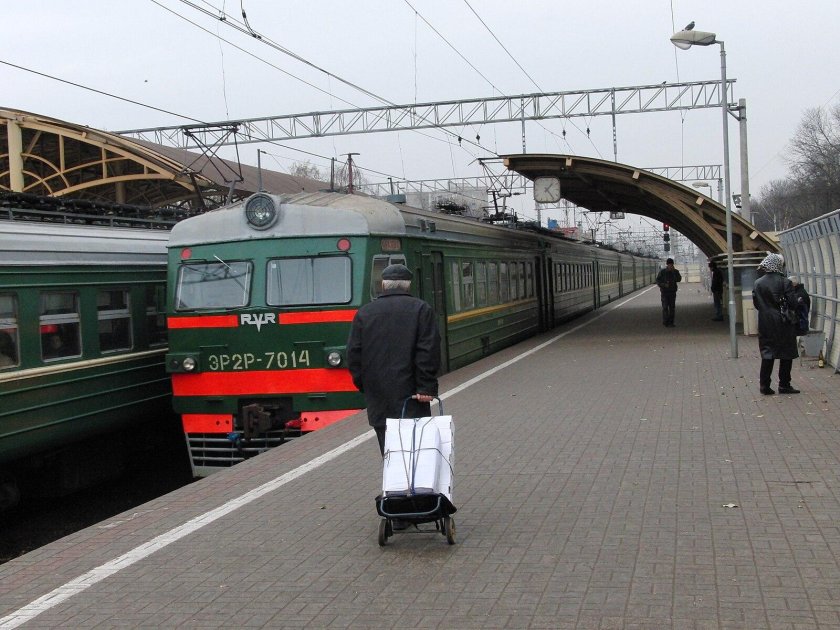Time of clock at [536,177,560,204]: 1:23
